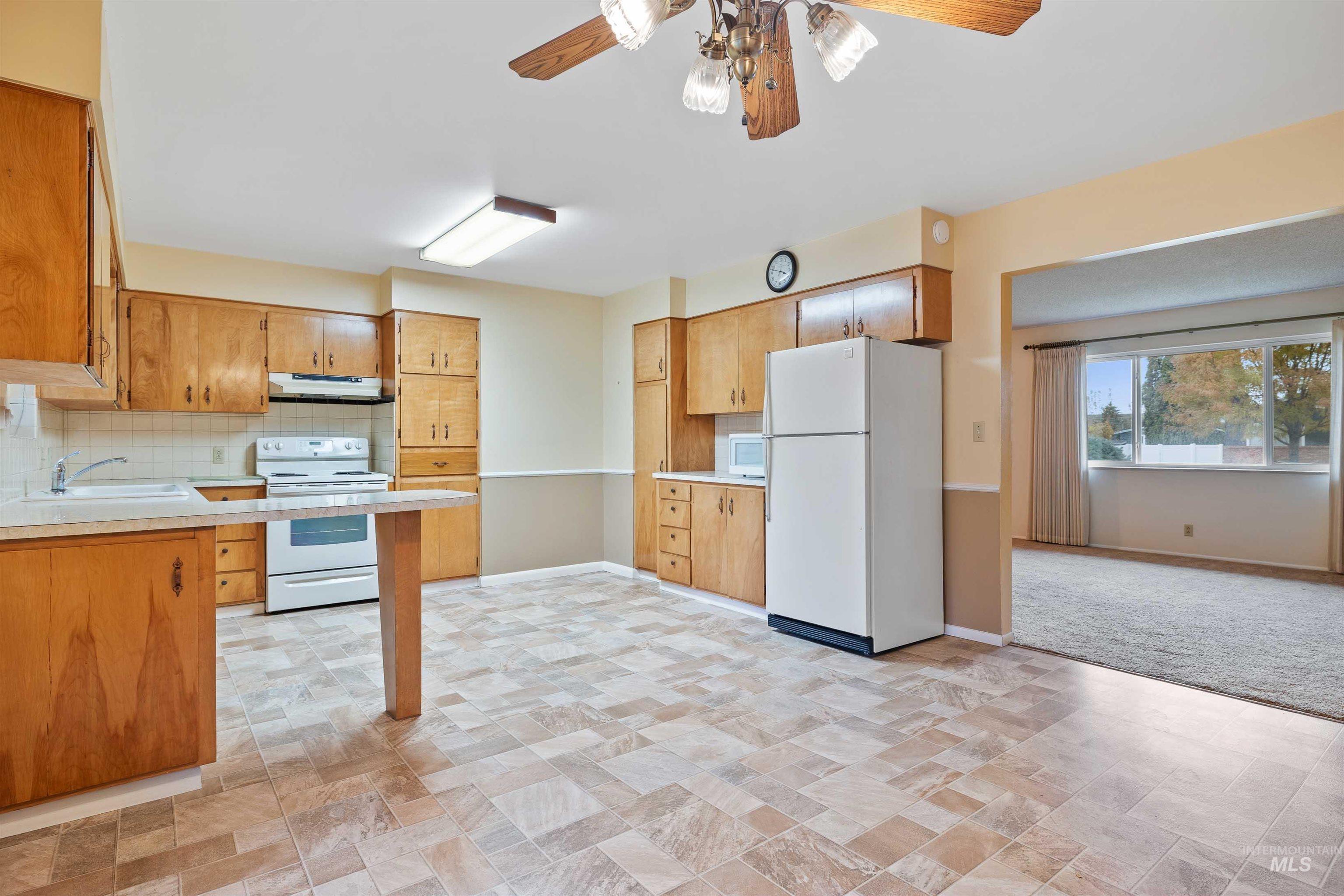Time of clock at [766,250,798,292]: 3:47
